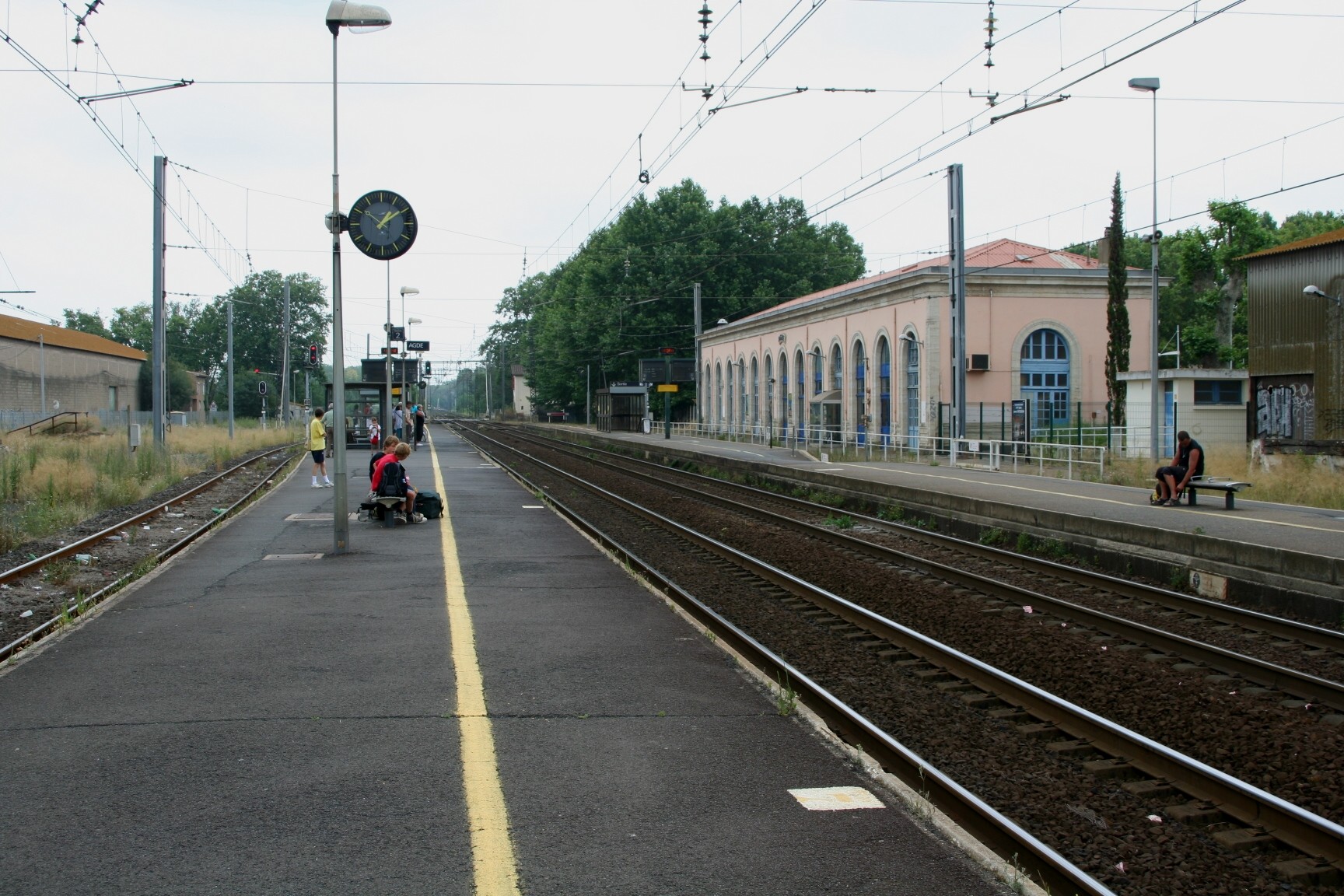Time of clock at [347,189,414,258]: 1:09
